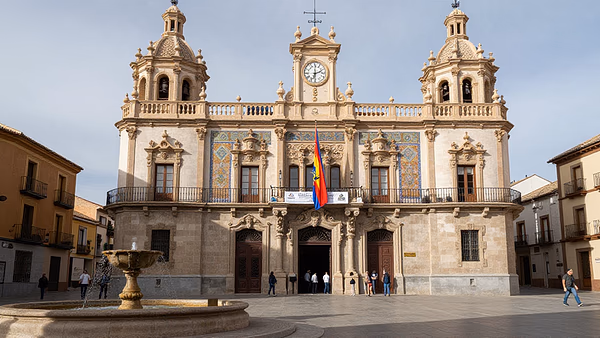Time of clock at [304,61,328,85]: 2:32
